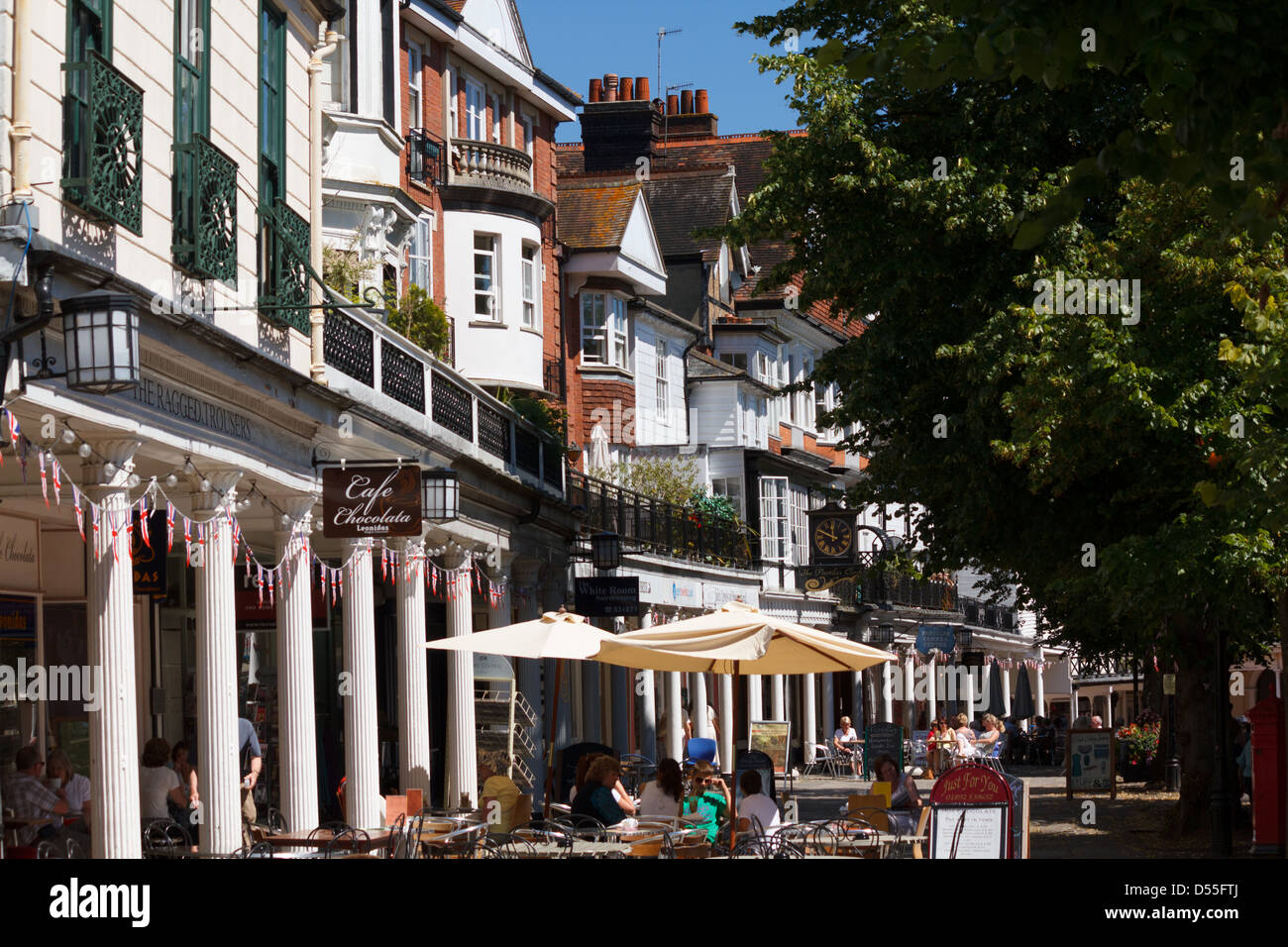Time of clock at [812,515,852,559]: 11:48
